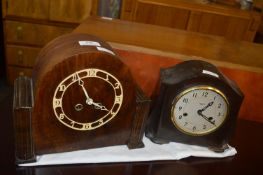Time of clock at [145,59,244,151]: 1:20
